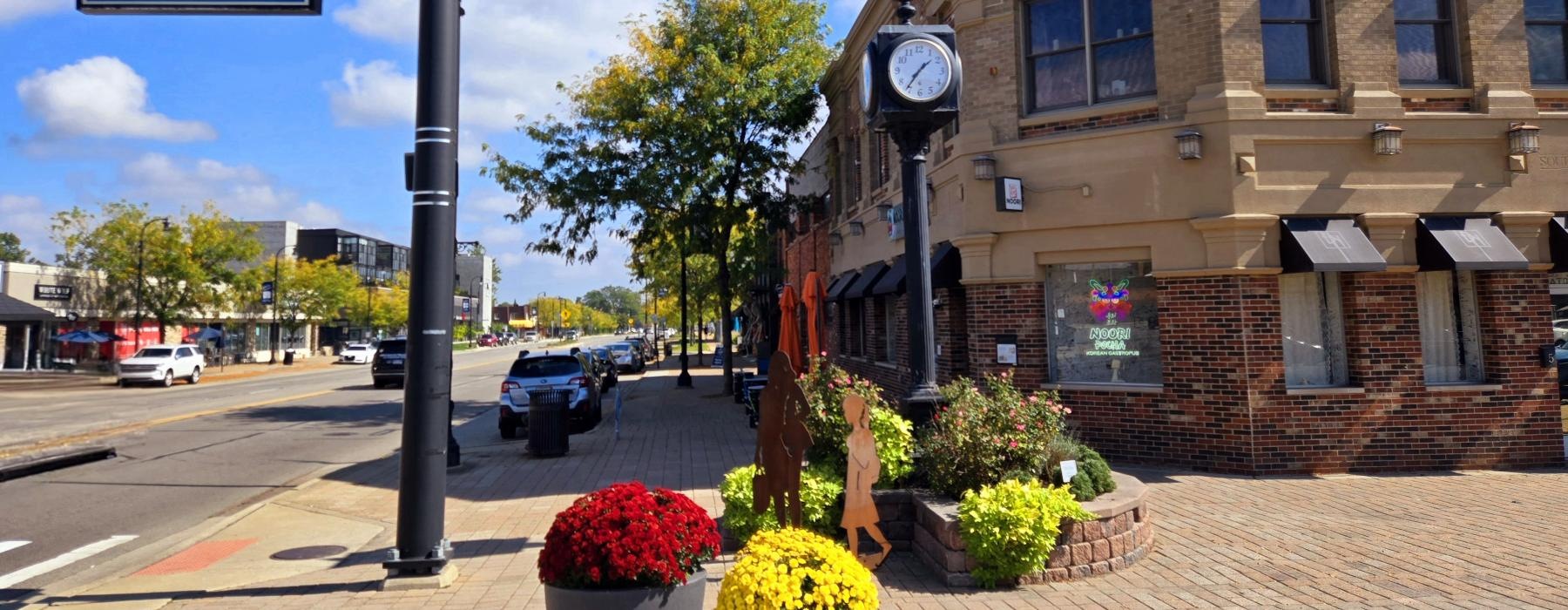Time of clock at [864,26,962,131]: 1:36
